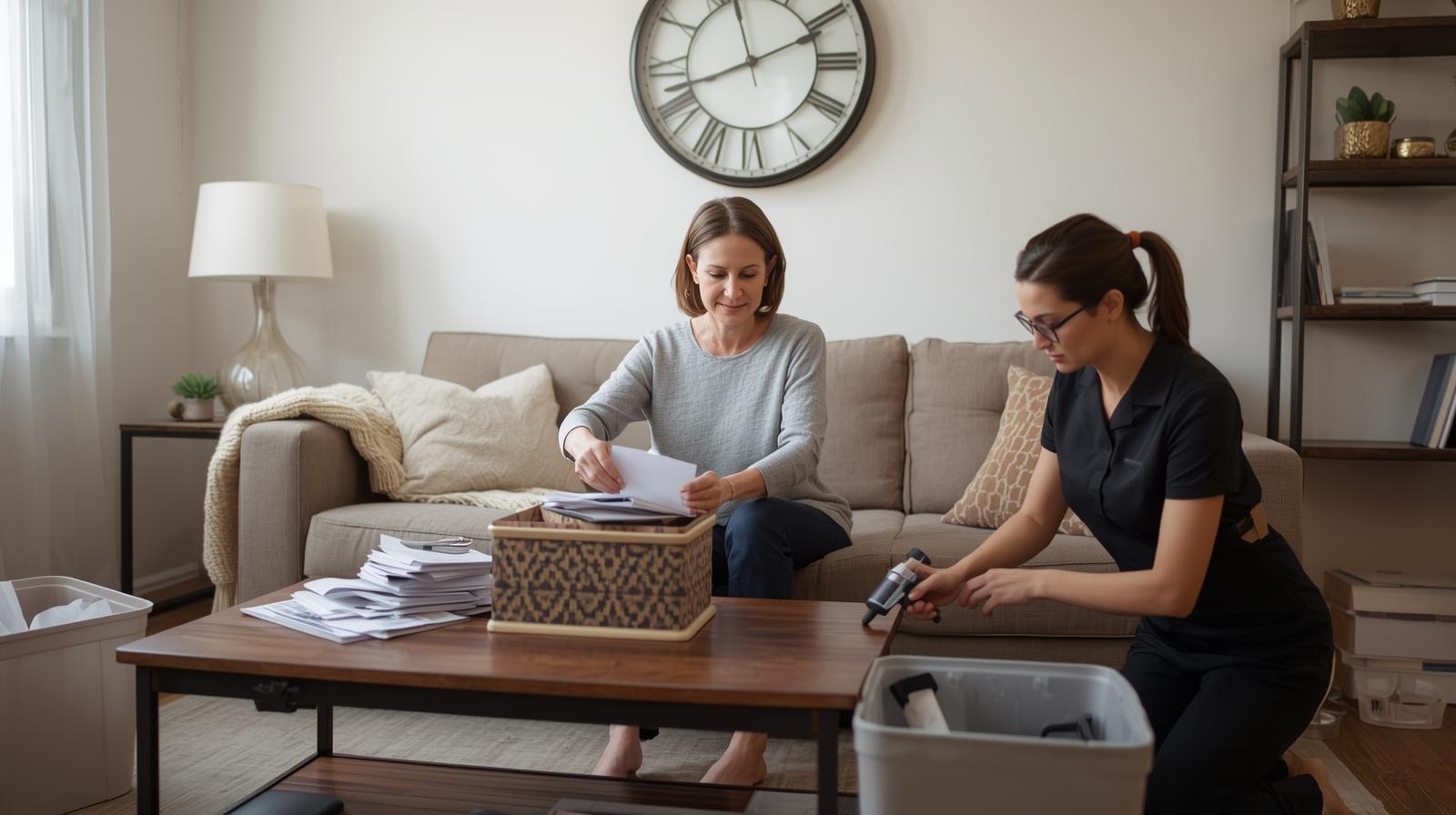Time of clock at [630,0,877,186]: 11:41
